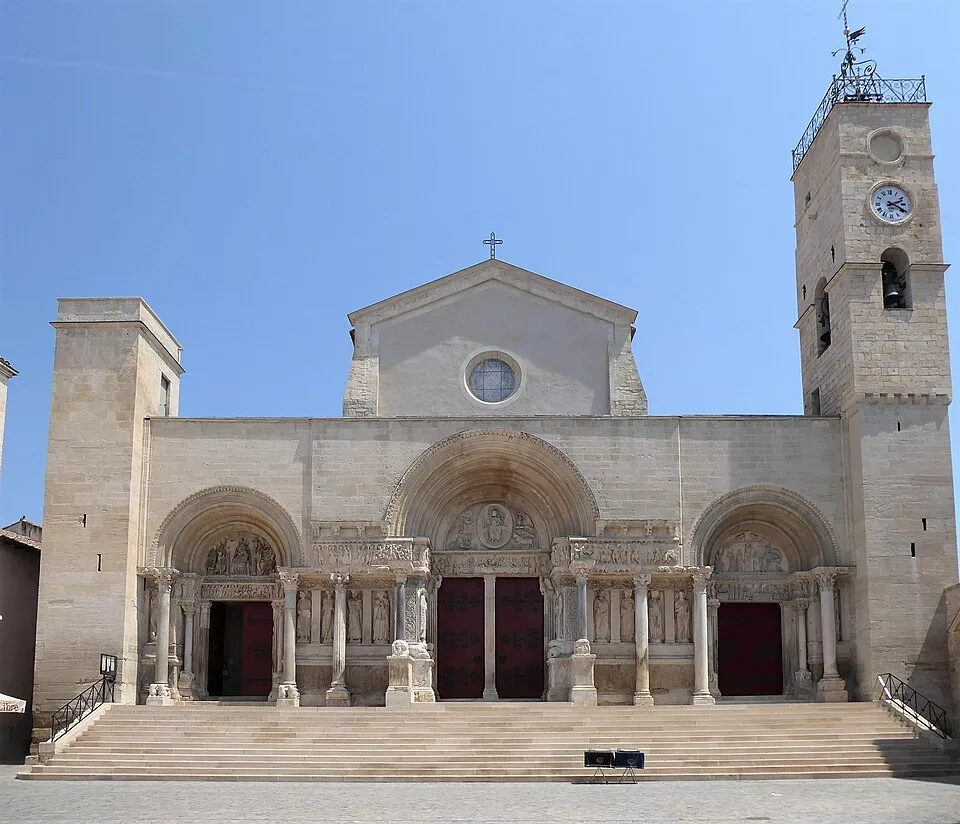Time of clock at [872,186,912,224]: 2:19
